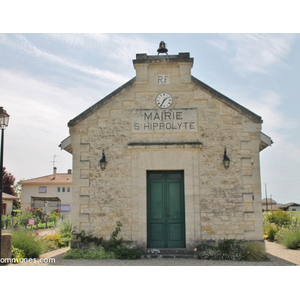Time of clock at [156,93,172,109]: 1:35
